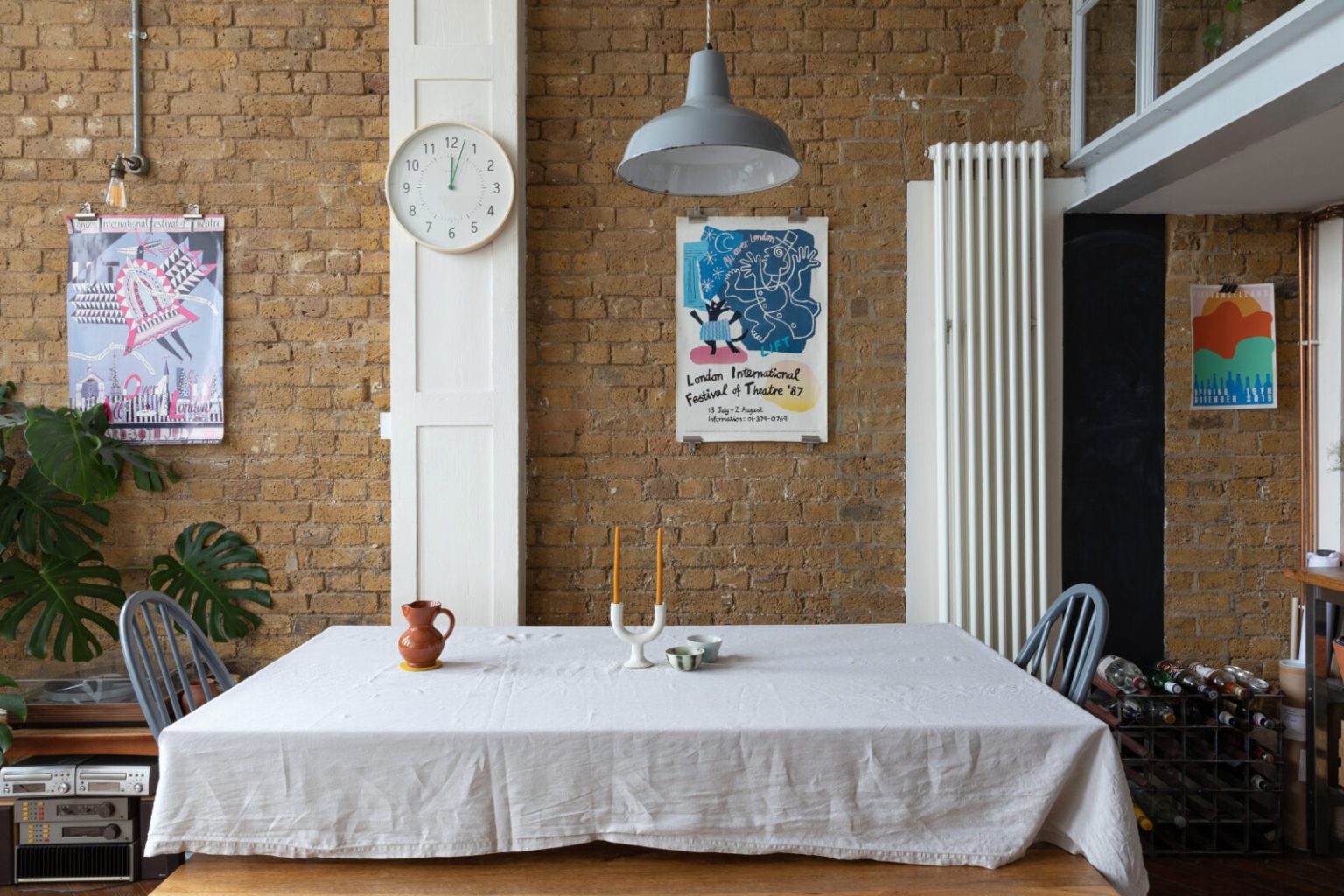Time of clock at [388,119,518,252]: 12:02
